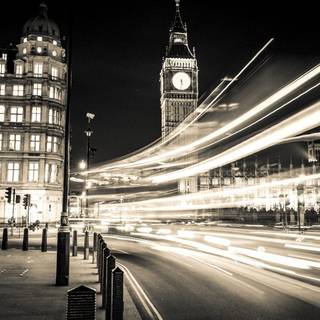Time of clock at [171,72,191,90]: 5:30
